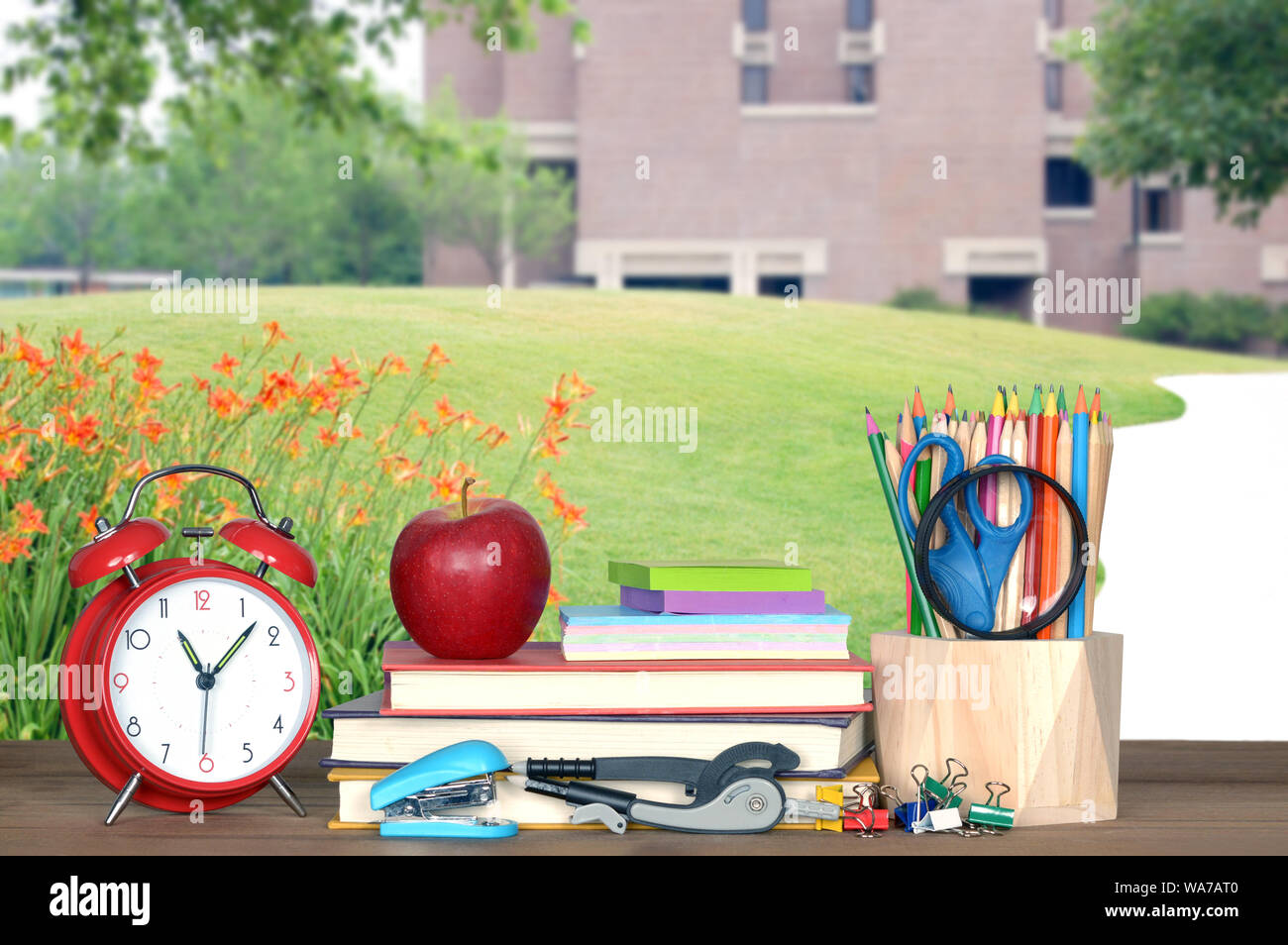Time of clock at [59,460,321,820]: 11:07
